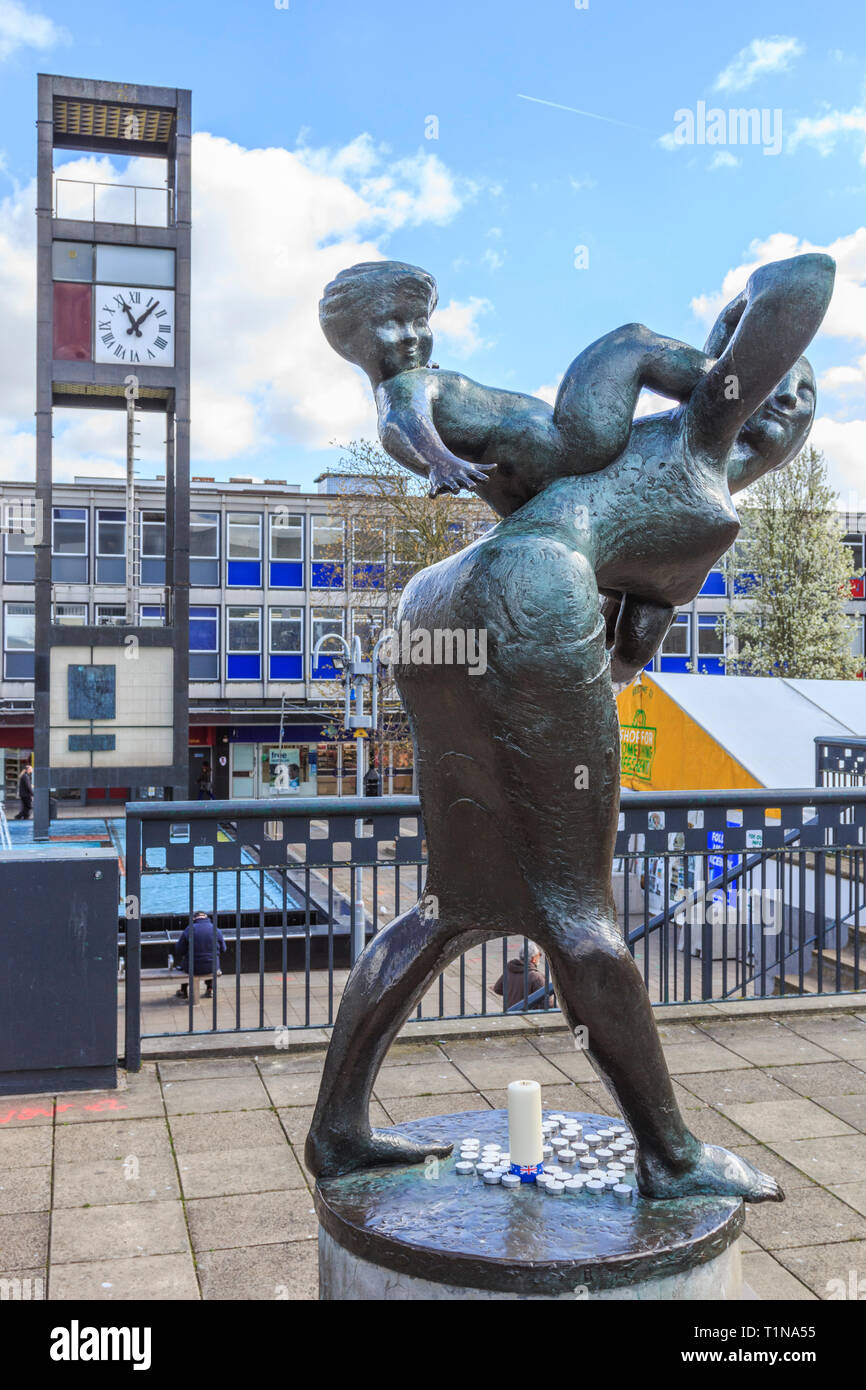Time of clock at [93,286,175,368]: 11:07
